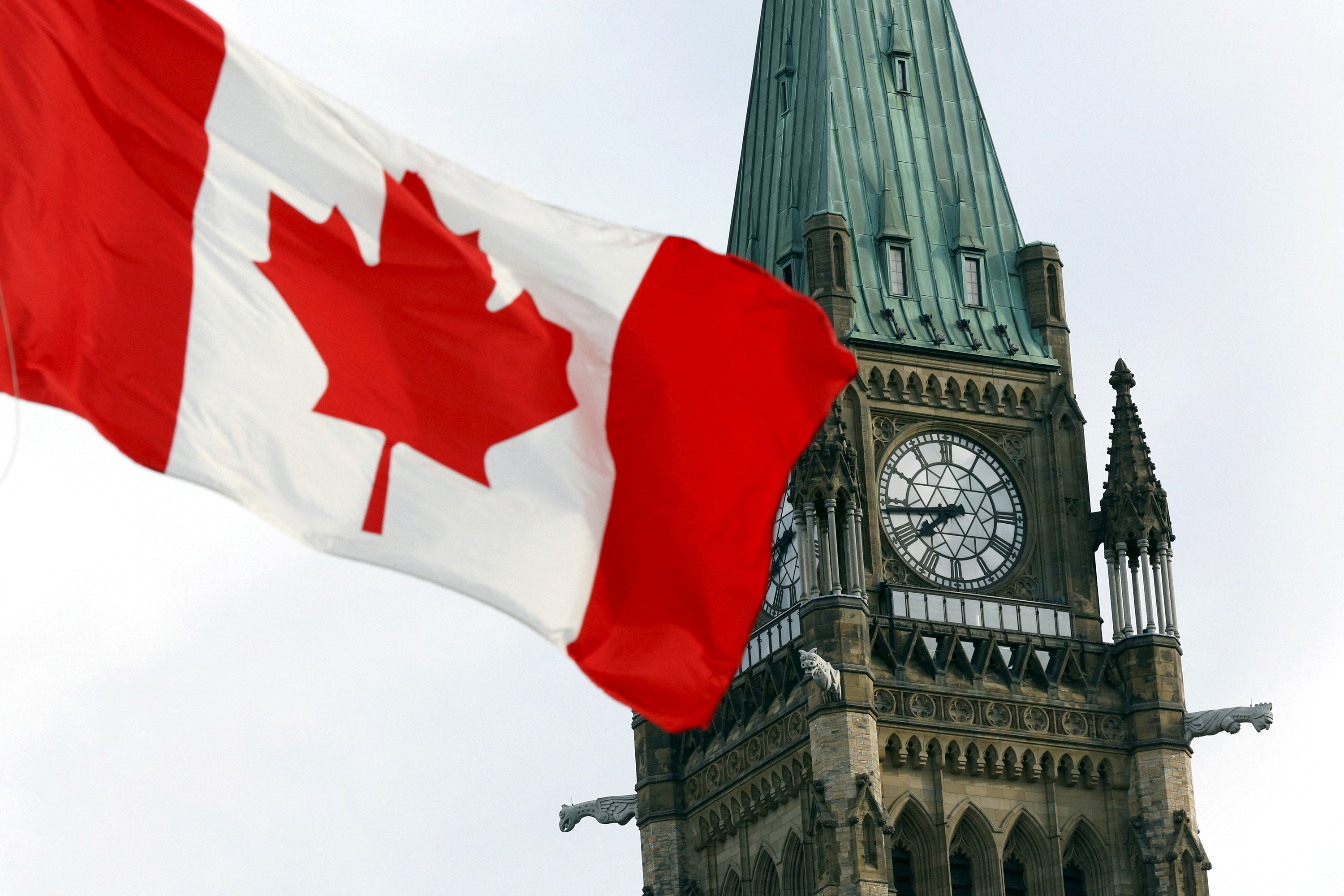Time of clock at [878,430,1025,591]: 7:43
